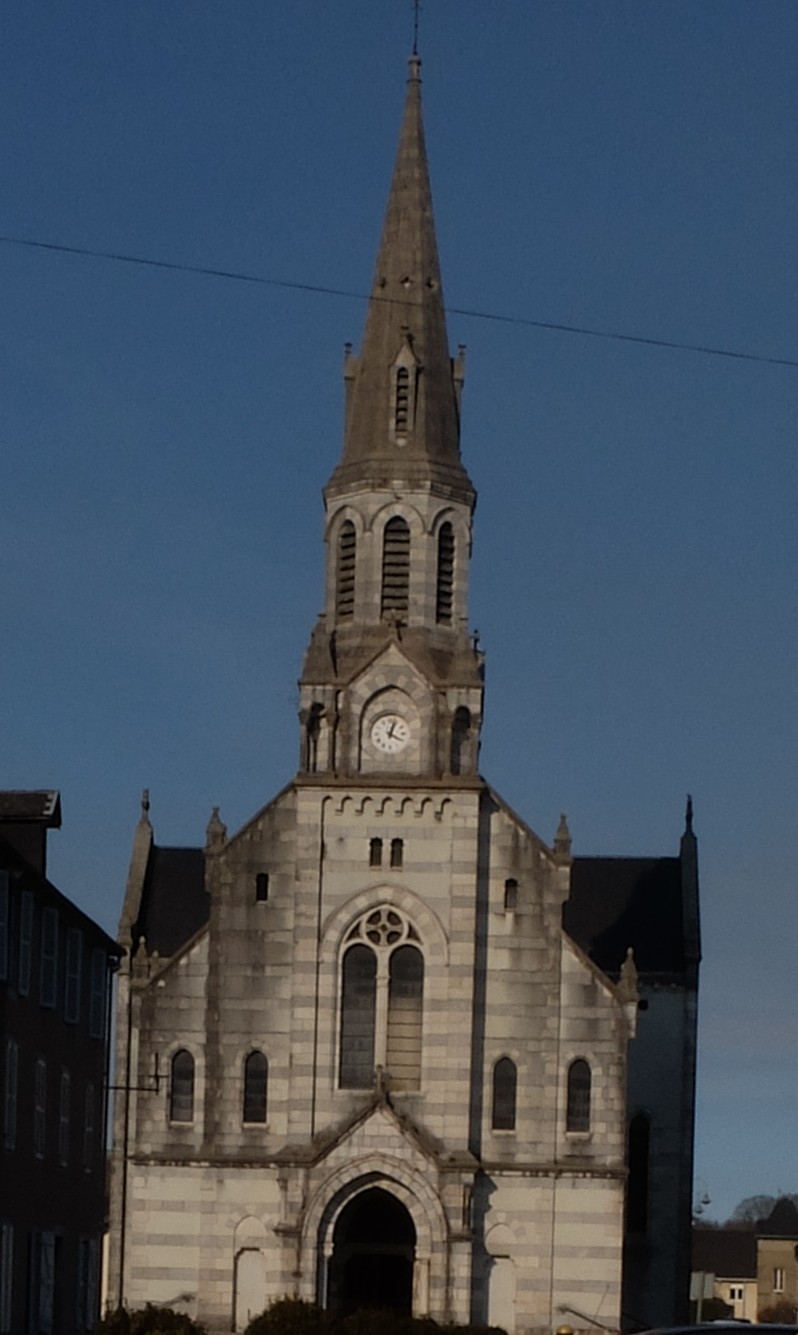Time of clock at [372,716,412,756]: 4:03
